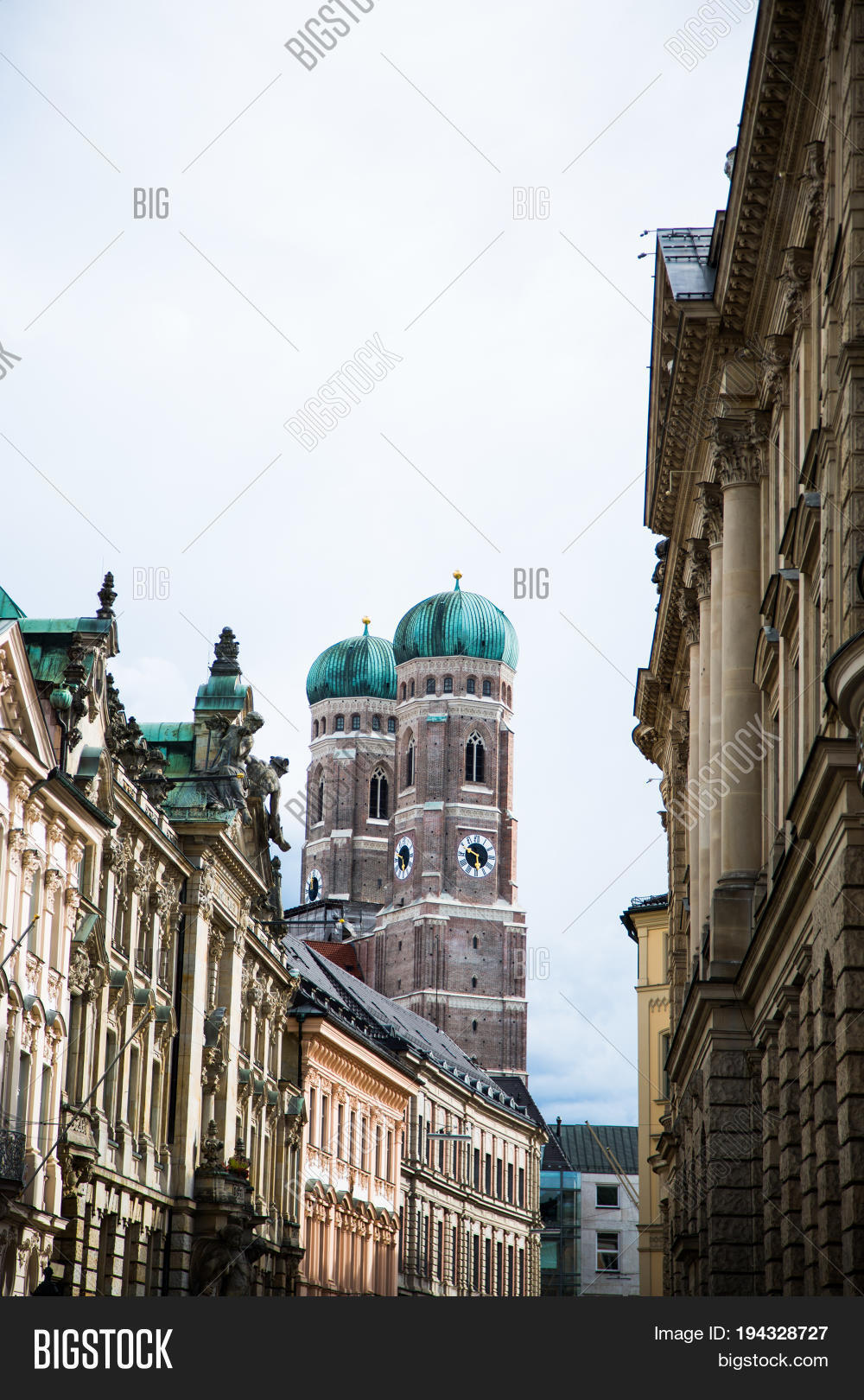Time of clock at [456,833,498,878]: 5:49
